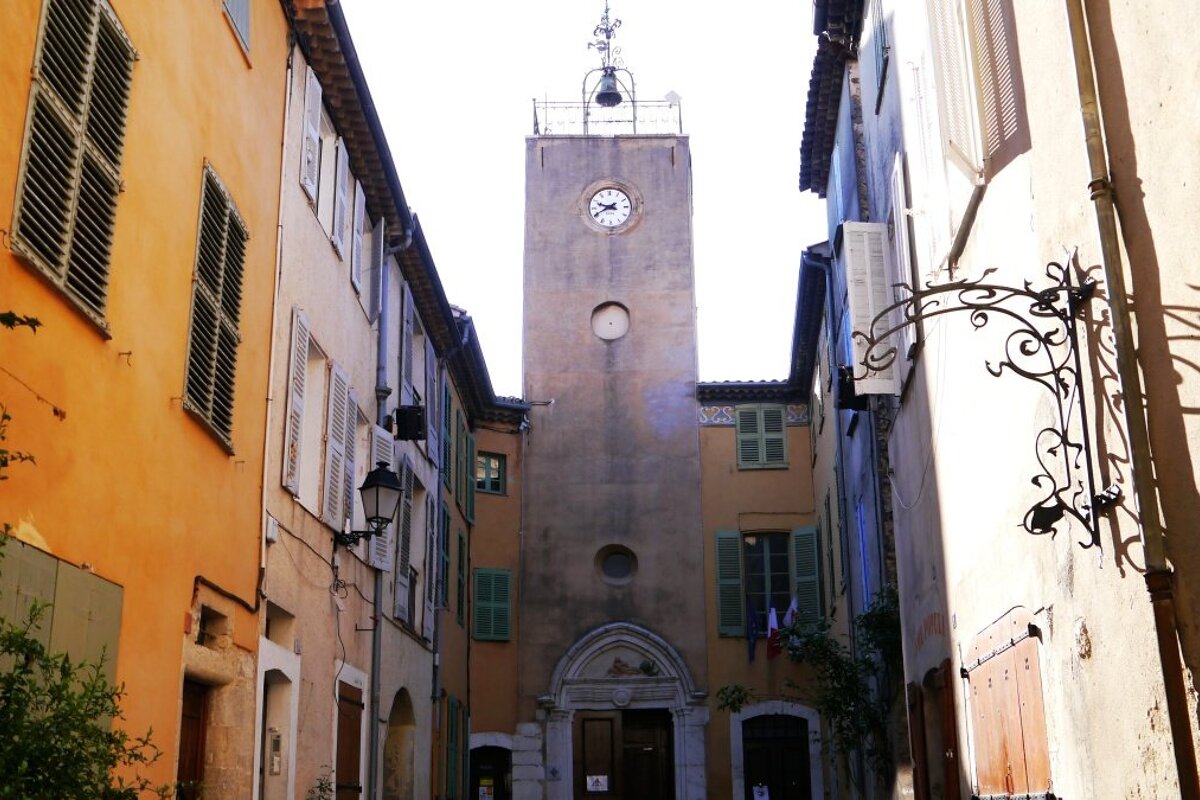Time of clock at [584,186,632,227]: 9:40
